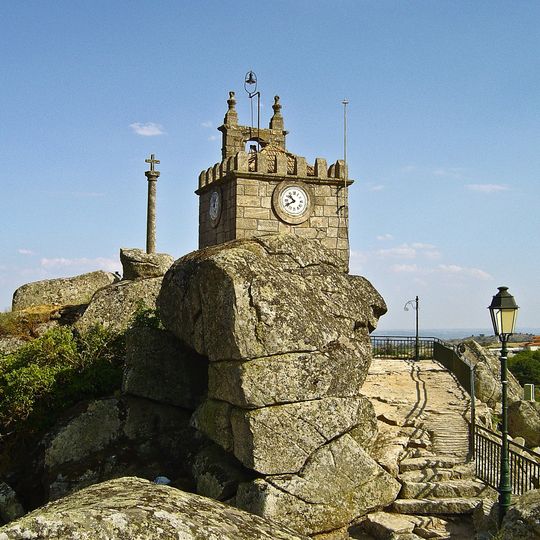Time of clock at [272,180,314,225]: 10:40
